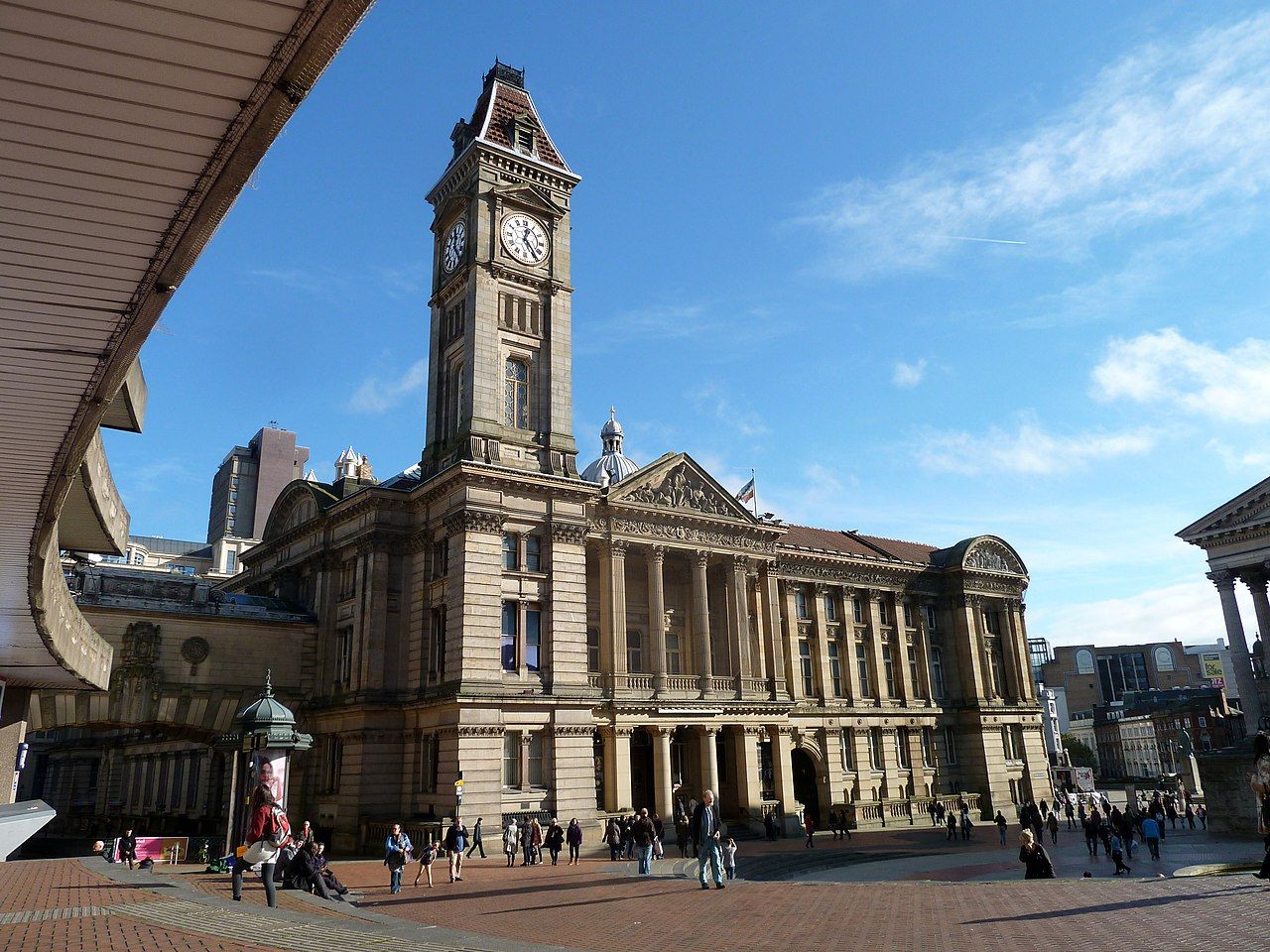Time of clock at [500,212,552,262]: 12:23
